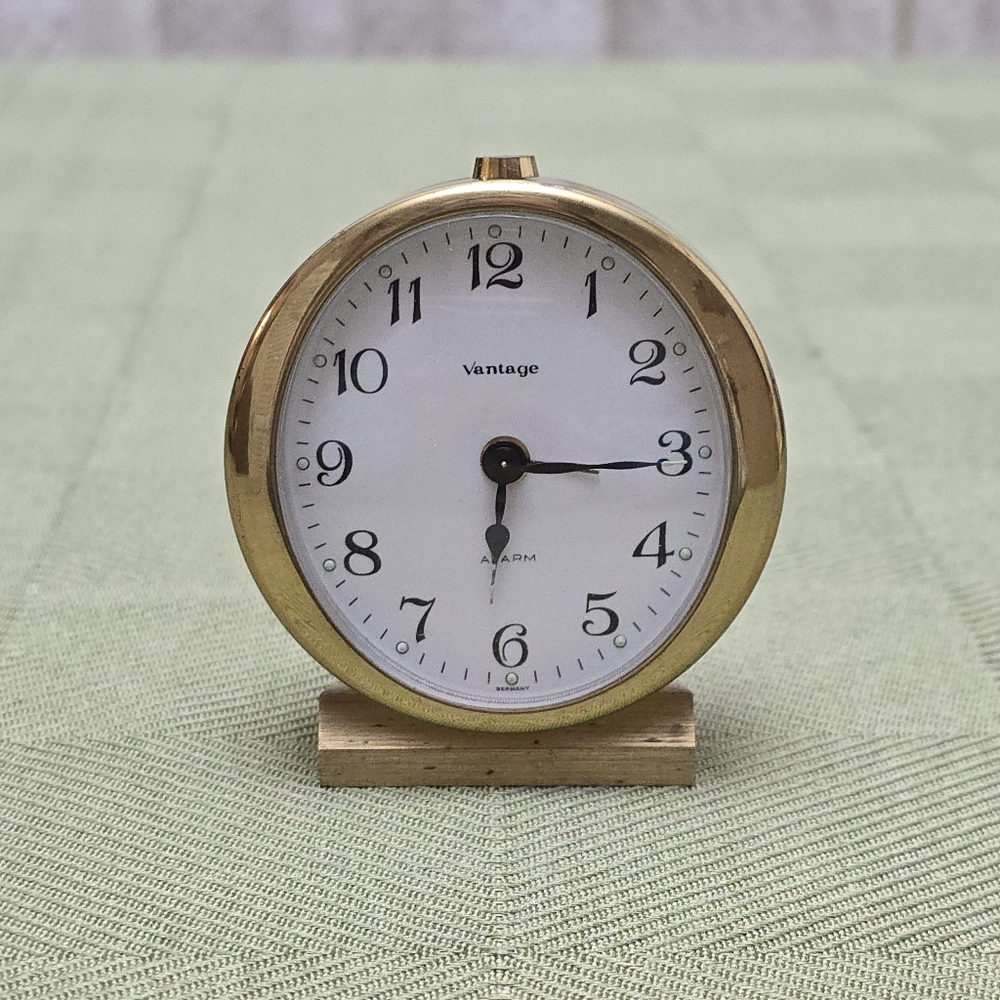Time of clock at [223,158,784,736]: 6:15
